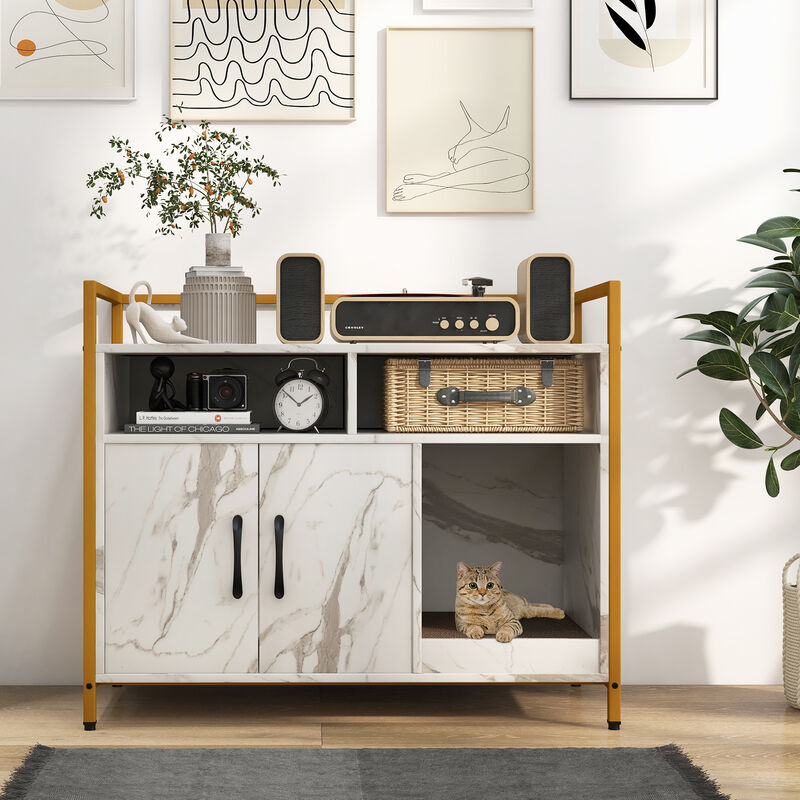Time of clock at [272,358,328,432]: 1:51
